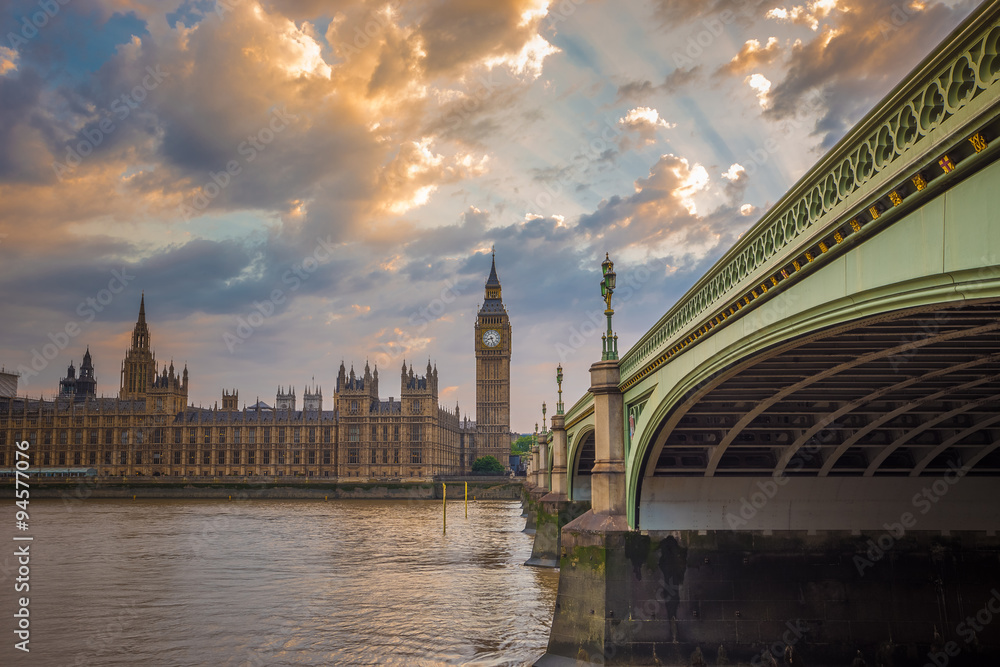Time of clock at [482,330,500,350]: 8:26
